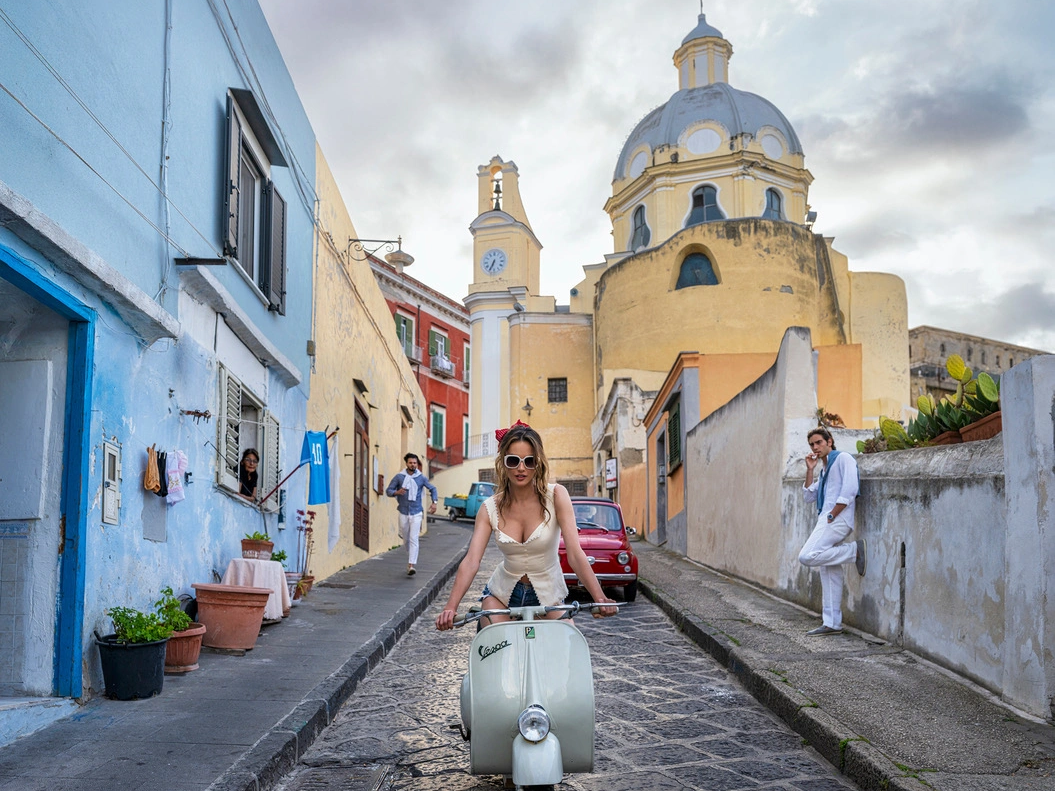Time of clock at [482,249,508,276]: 6:34
